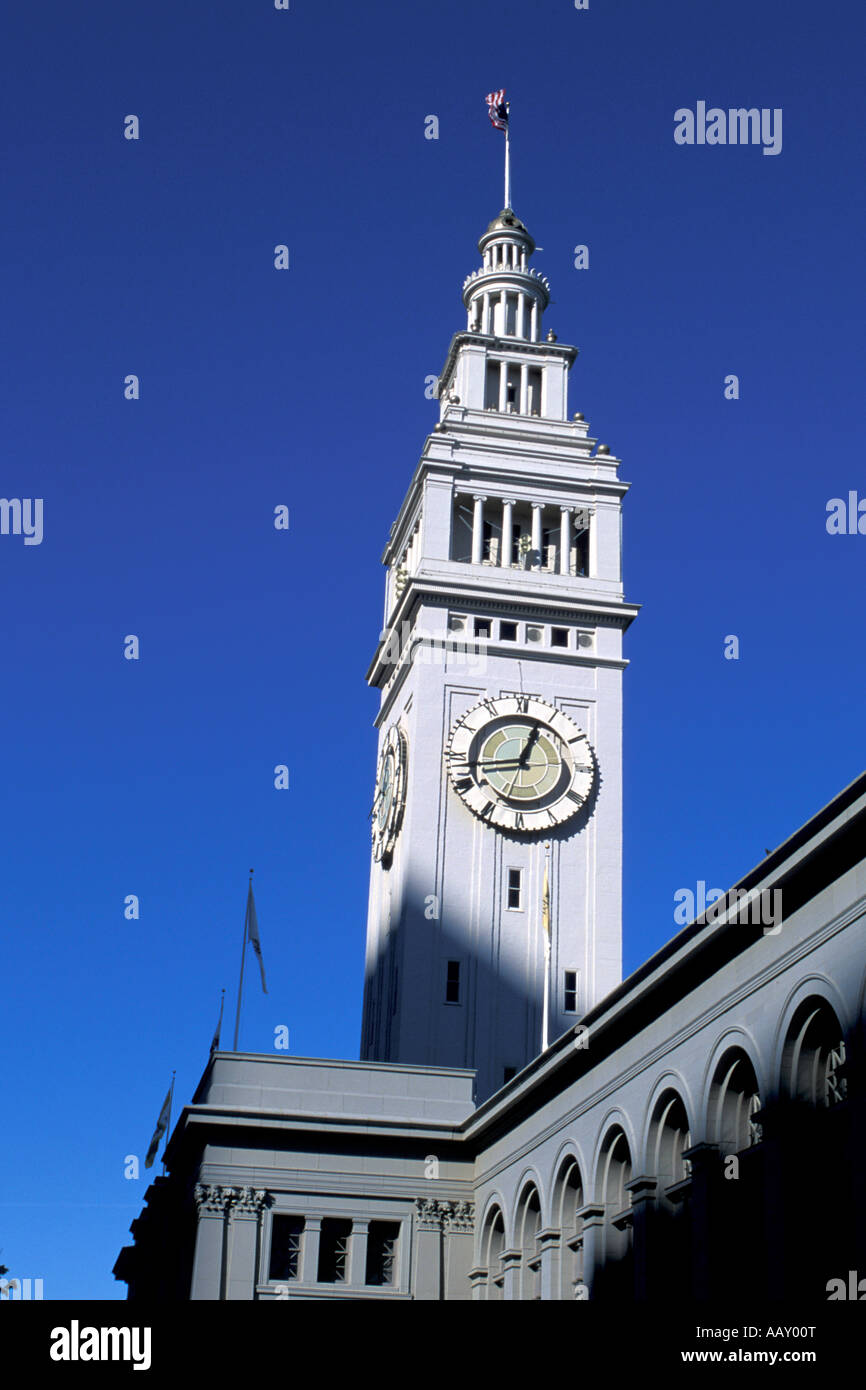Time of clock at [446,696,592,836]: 12:43
